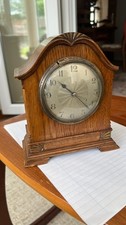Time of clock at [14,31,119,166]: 10:22
